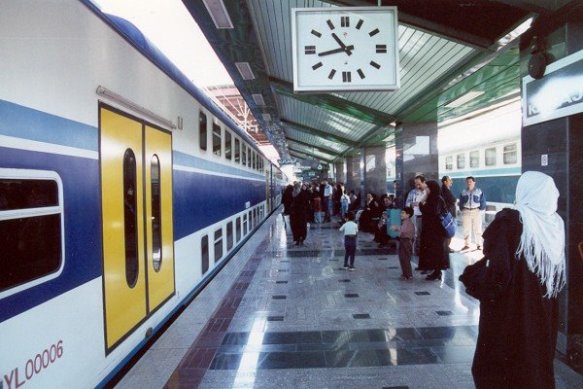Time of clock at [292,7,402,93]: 10:42
